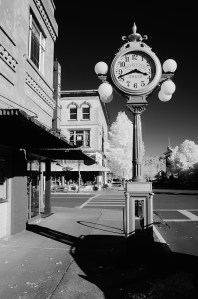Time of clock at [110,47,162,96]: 3:41
